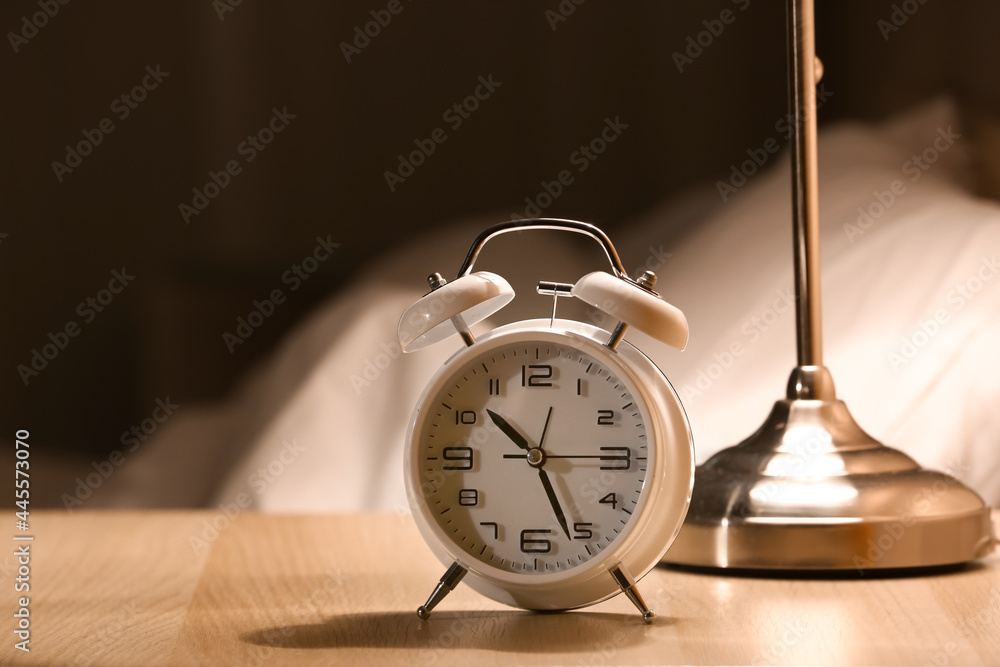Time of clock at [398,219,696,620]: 10:26
